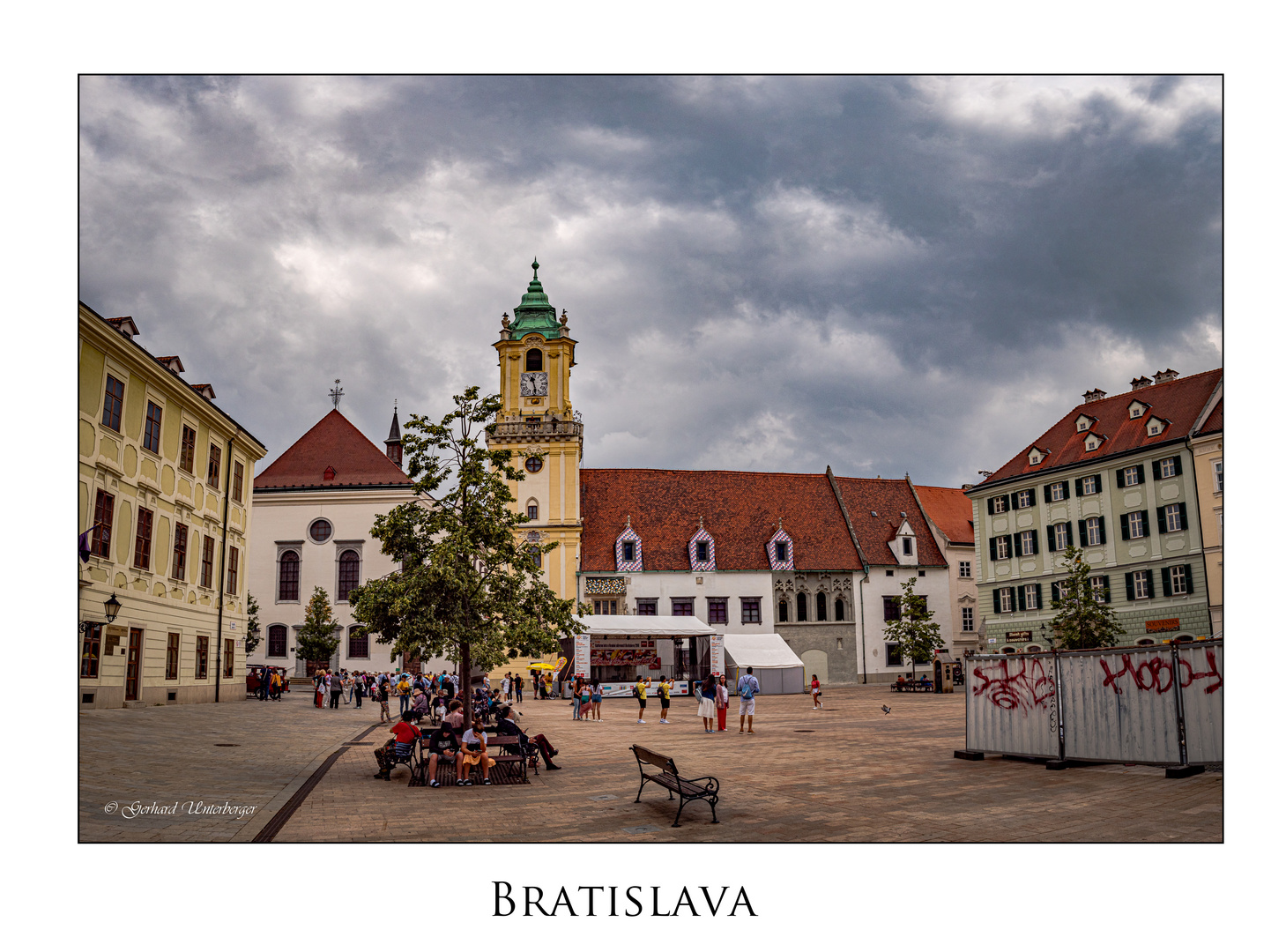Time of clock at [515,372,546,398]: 11:28
